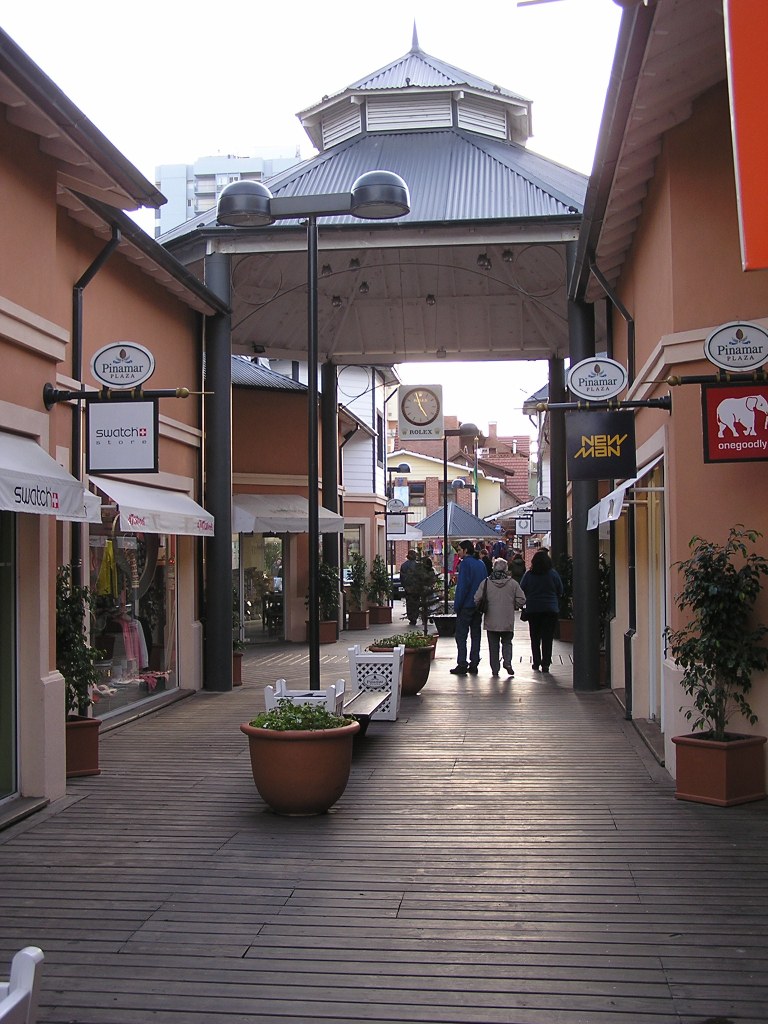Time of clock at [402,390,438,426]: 4:57
